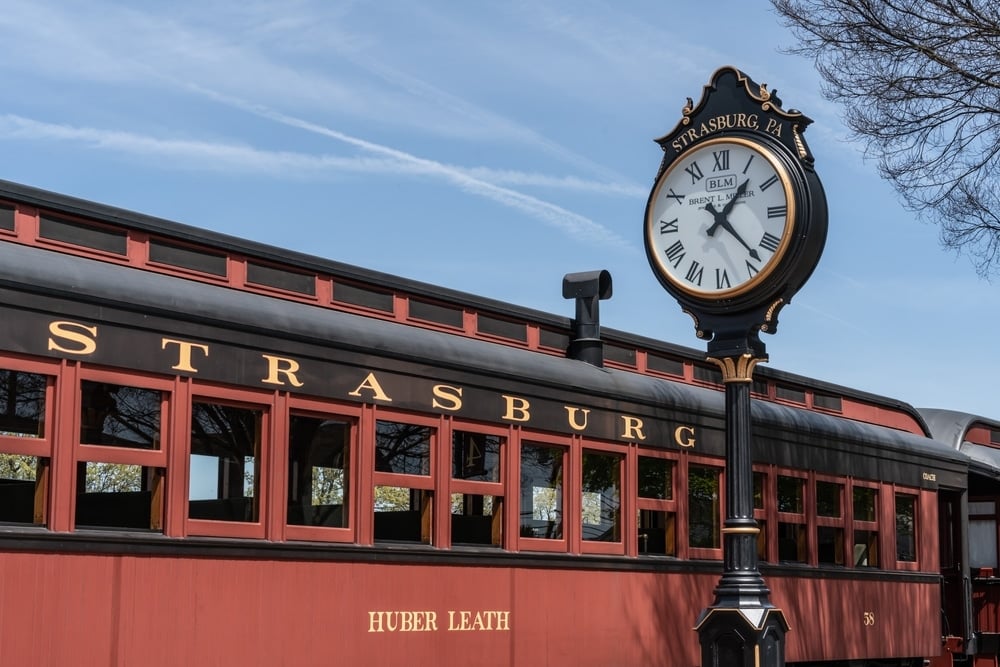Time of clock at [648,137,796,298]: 1:22
